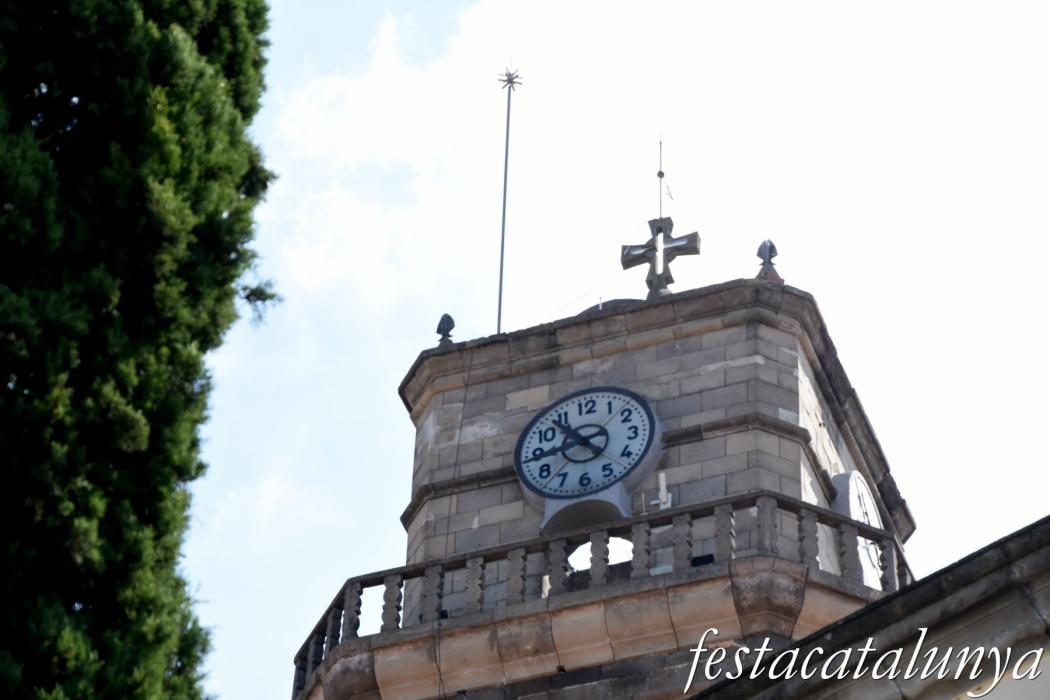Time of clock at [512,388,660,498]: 10:43
